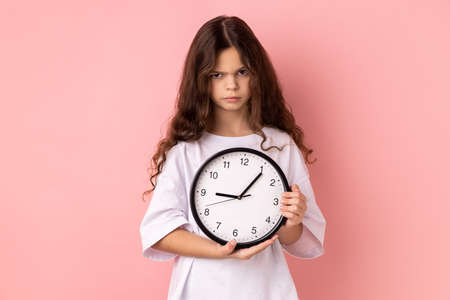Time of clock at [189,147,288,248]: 9:06
